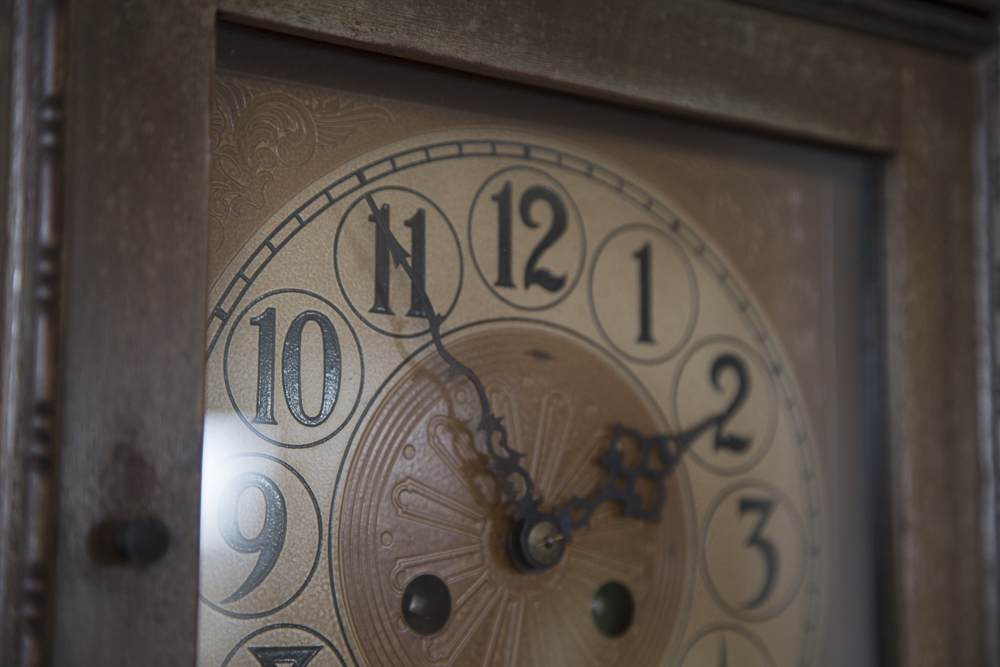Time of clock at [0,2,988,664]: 1:55
